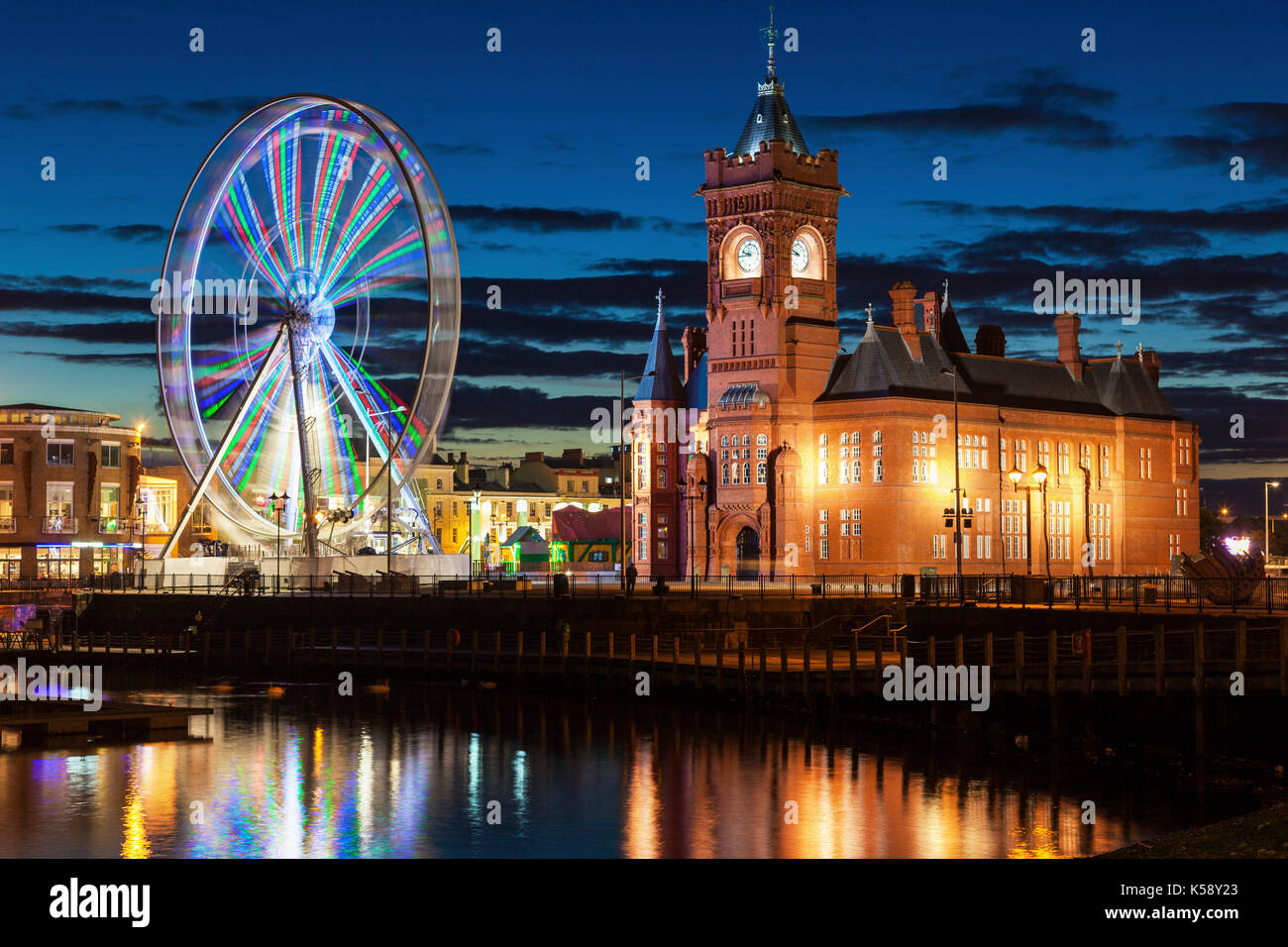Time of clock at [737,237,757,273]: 9:44
